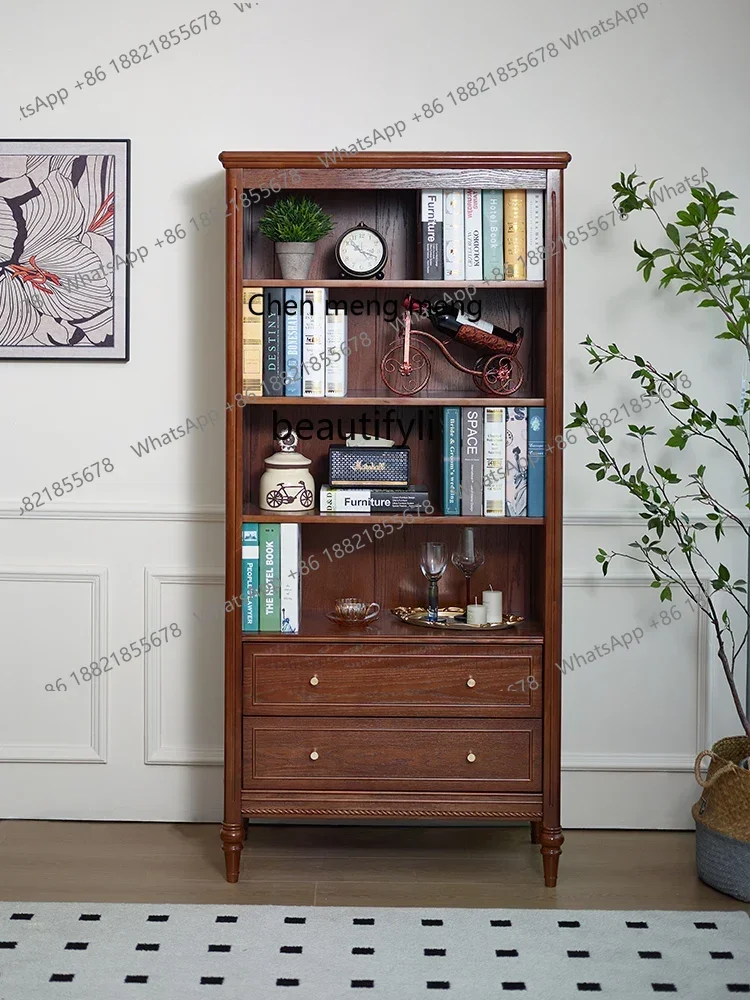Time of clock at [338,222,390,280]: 10:18
